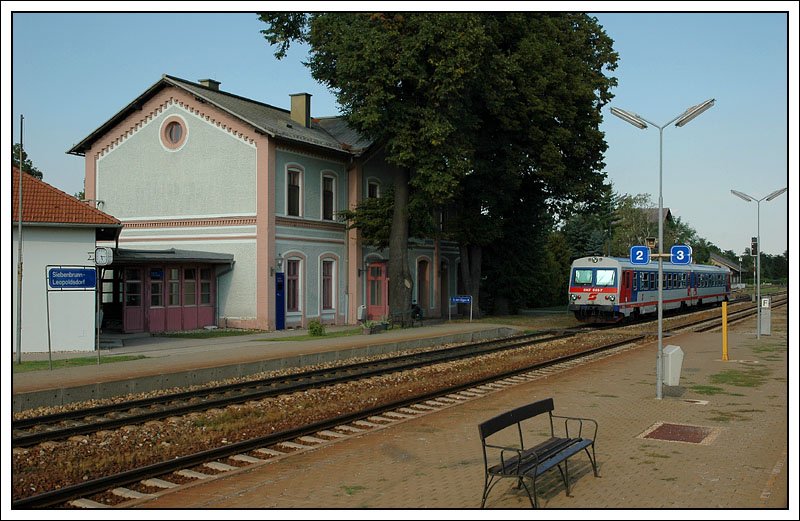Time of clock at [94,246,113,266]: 5:14
